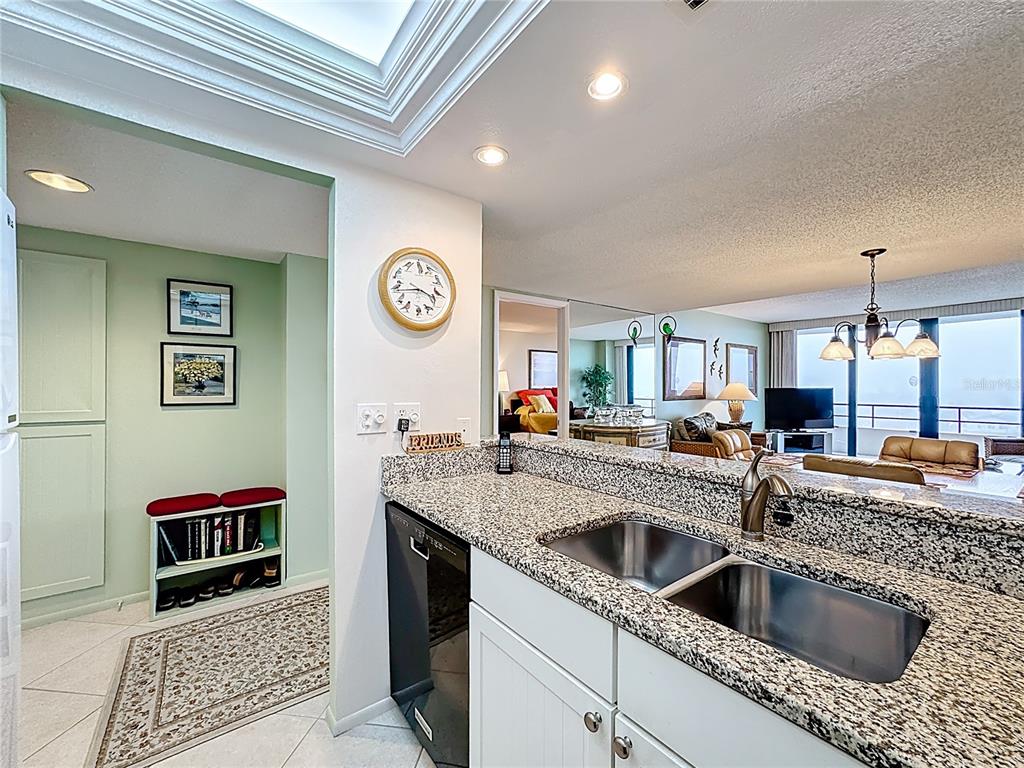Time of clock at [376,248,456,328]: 3:43
